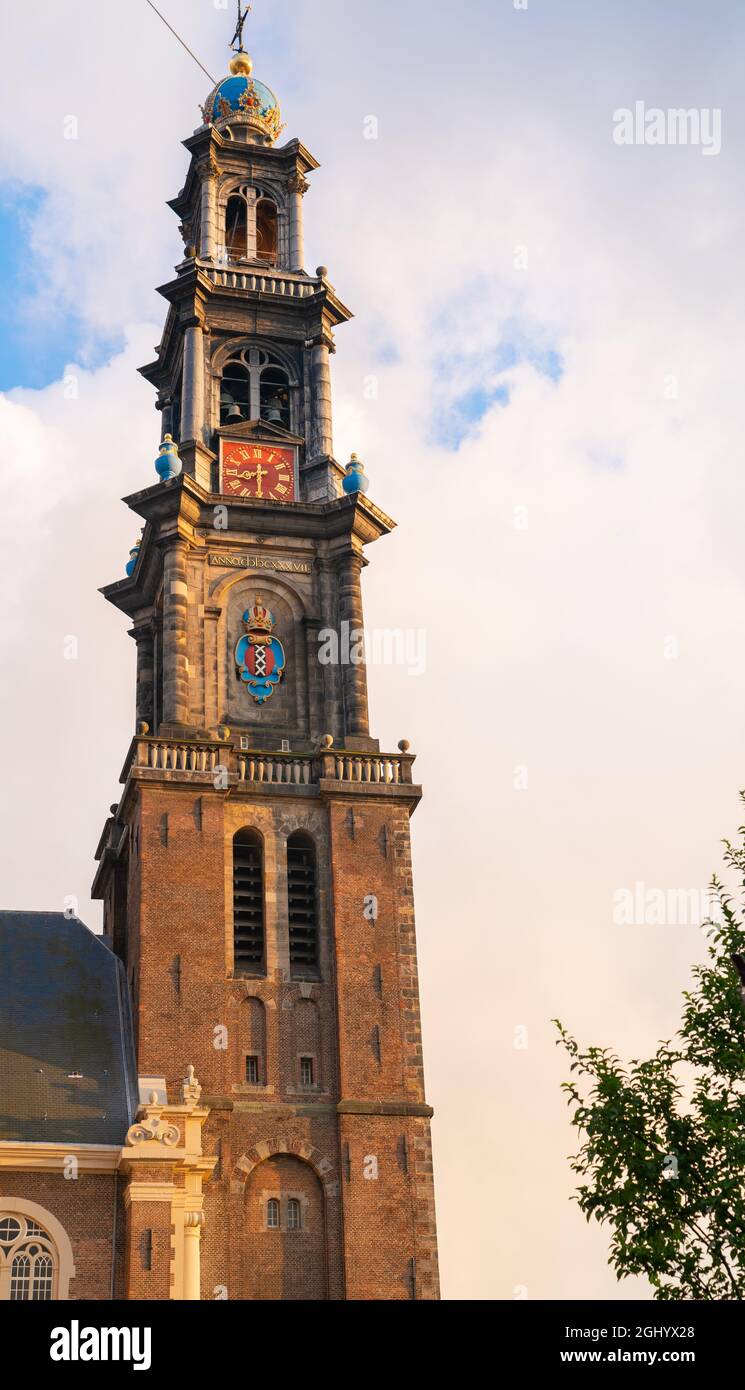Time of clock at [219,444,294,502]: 8:30
